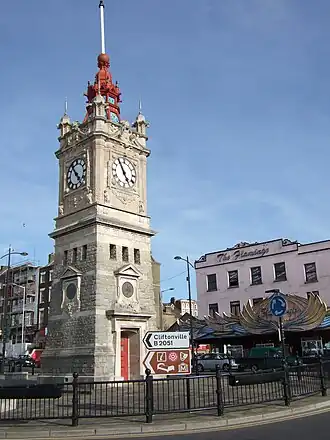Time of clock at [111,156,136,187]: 4:54
